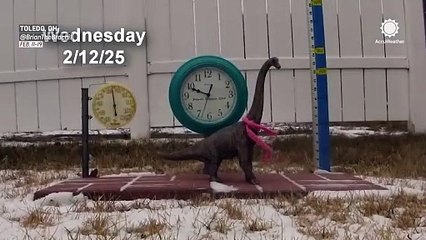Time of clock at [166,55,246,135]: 12:48
